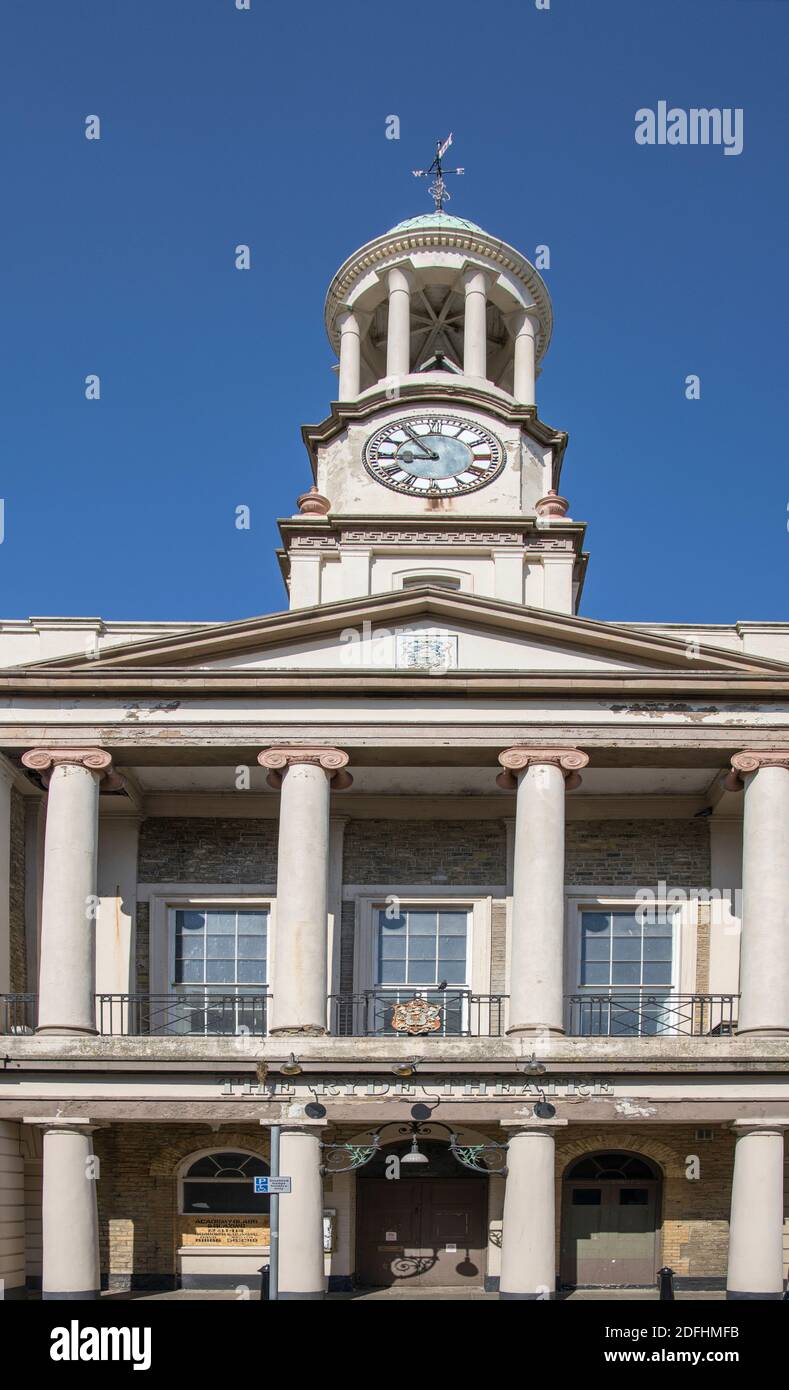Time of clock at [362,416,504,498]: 8:53
